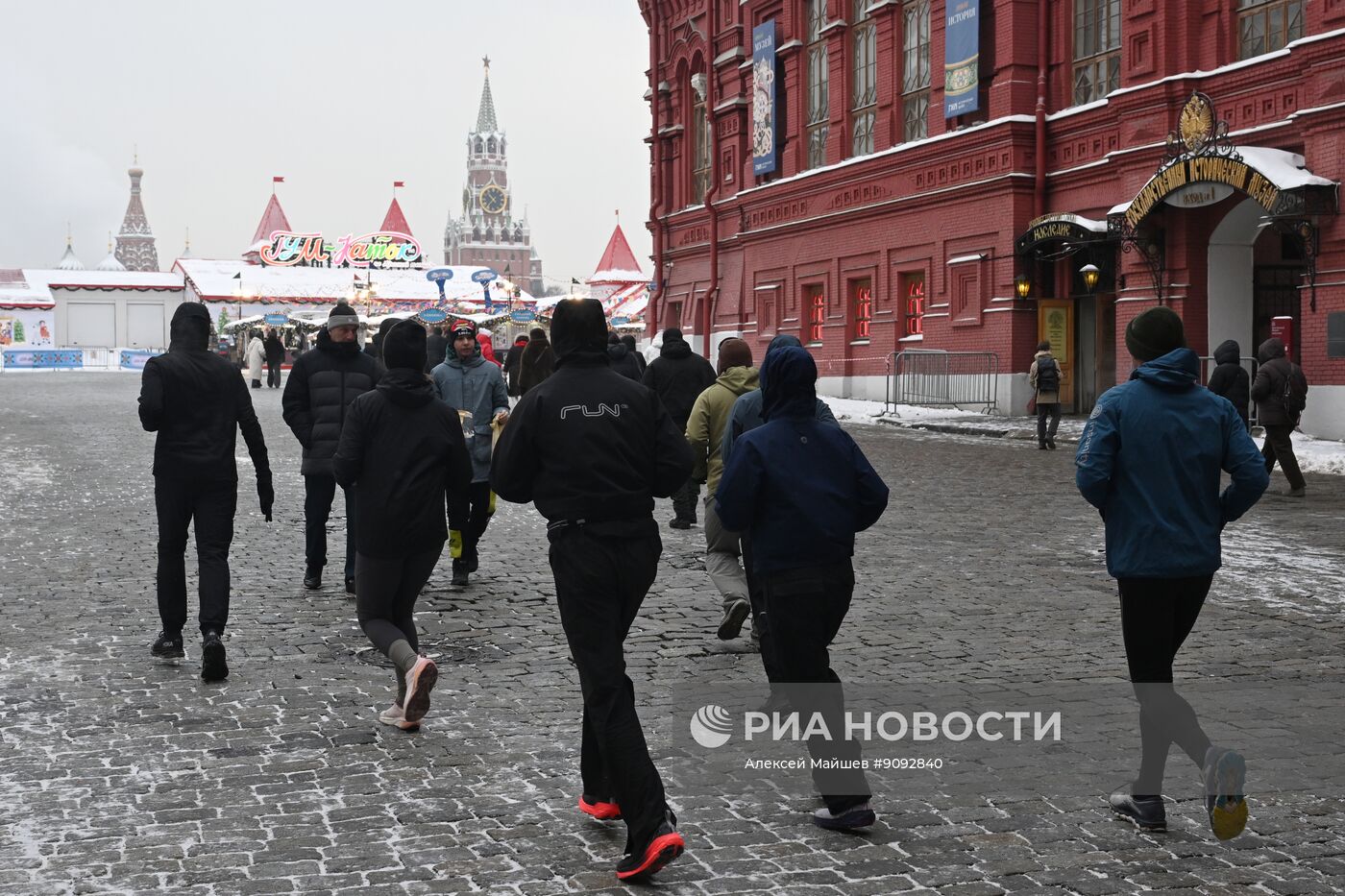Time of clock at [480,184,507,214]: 10:36
